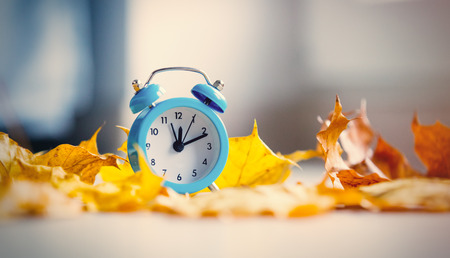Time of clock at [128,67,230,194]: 12:11
